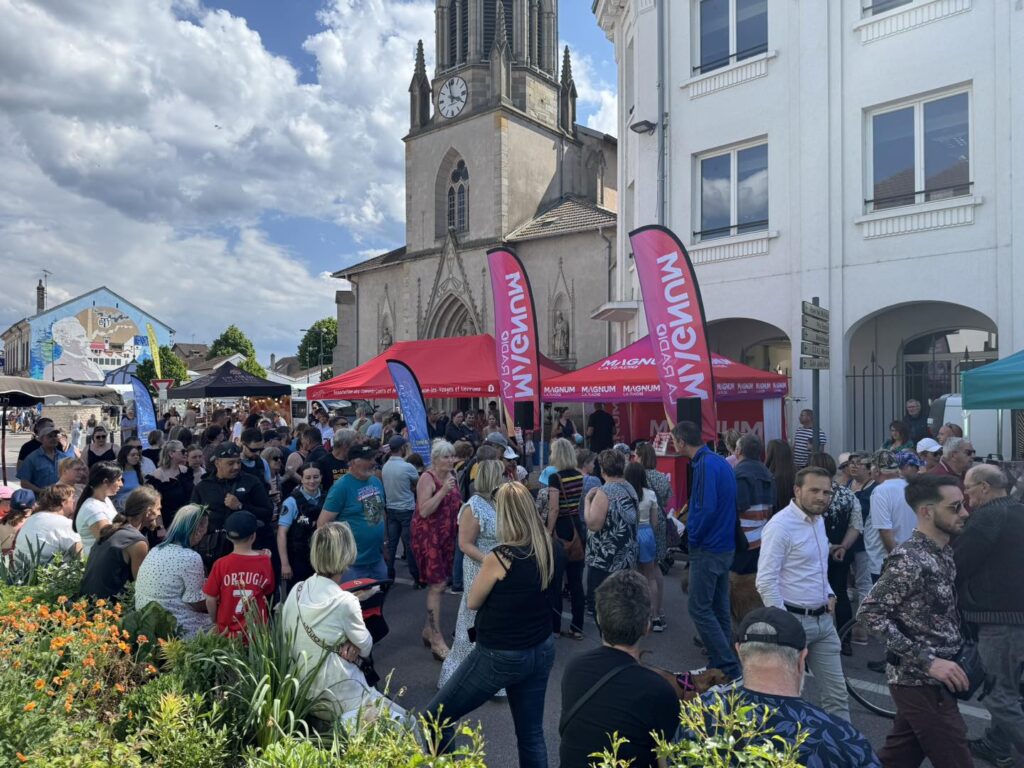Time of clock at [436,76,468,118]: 3:58
